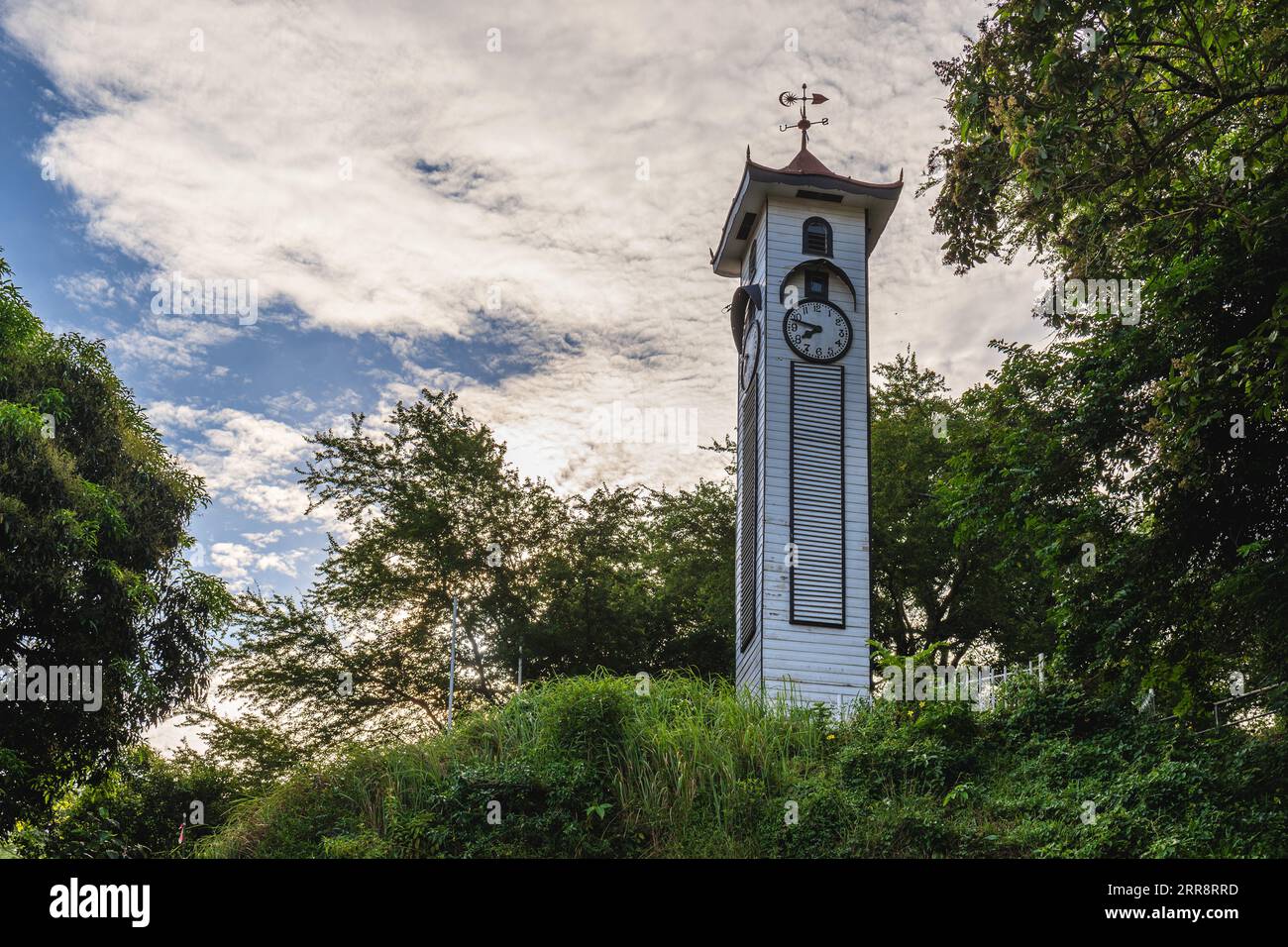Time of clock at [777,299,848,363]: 7:47
